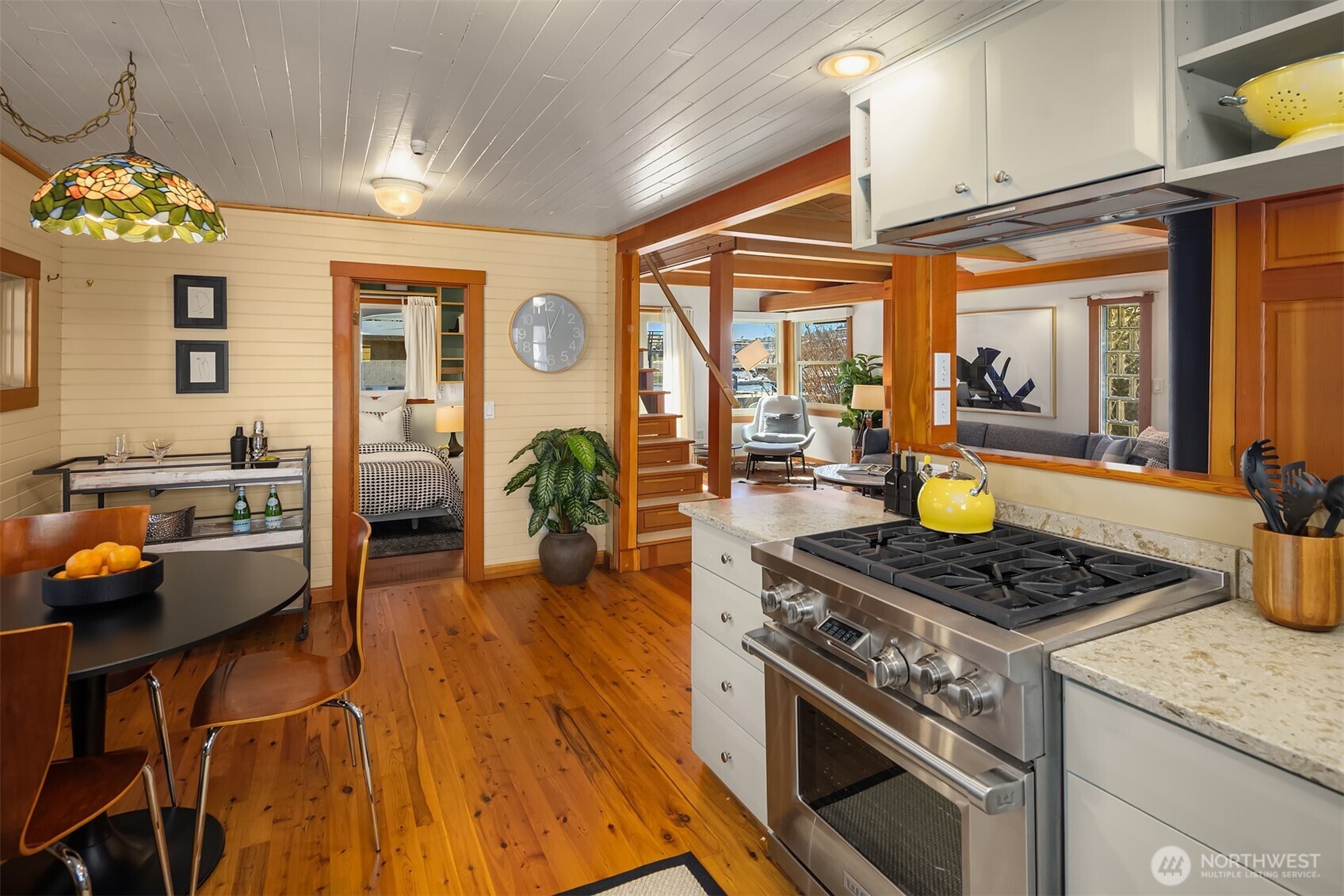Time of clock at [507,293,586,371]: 12:59
